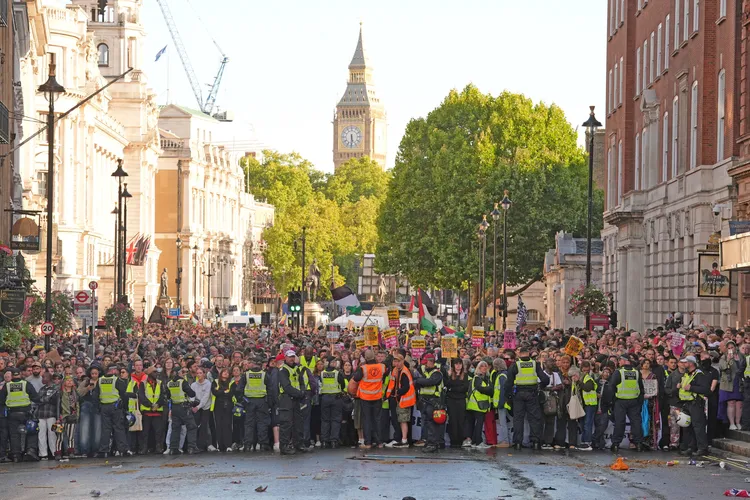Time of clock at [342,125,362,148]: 5:30
